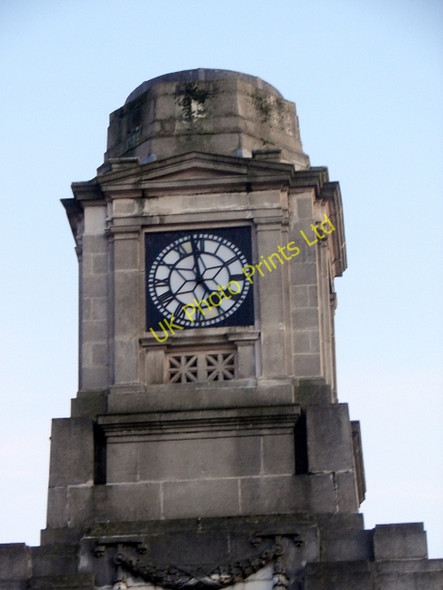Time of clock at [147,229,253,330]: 4:58
